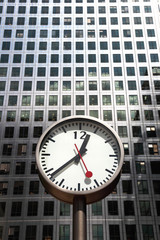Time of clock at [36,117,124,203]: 12:38
